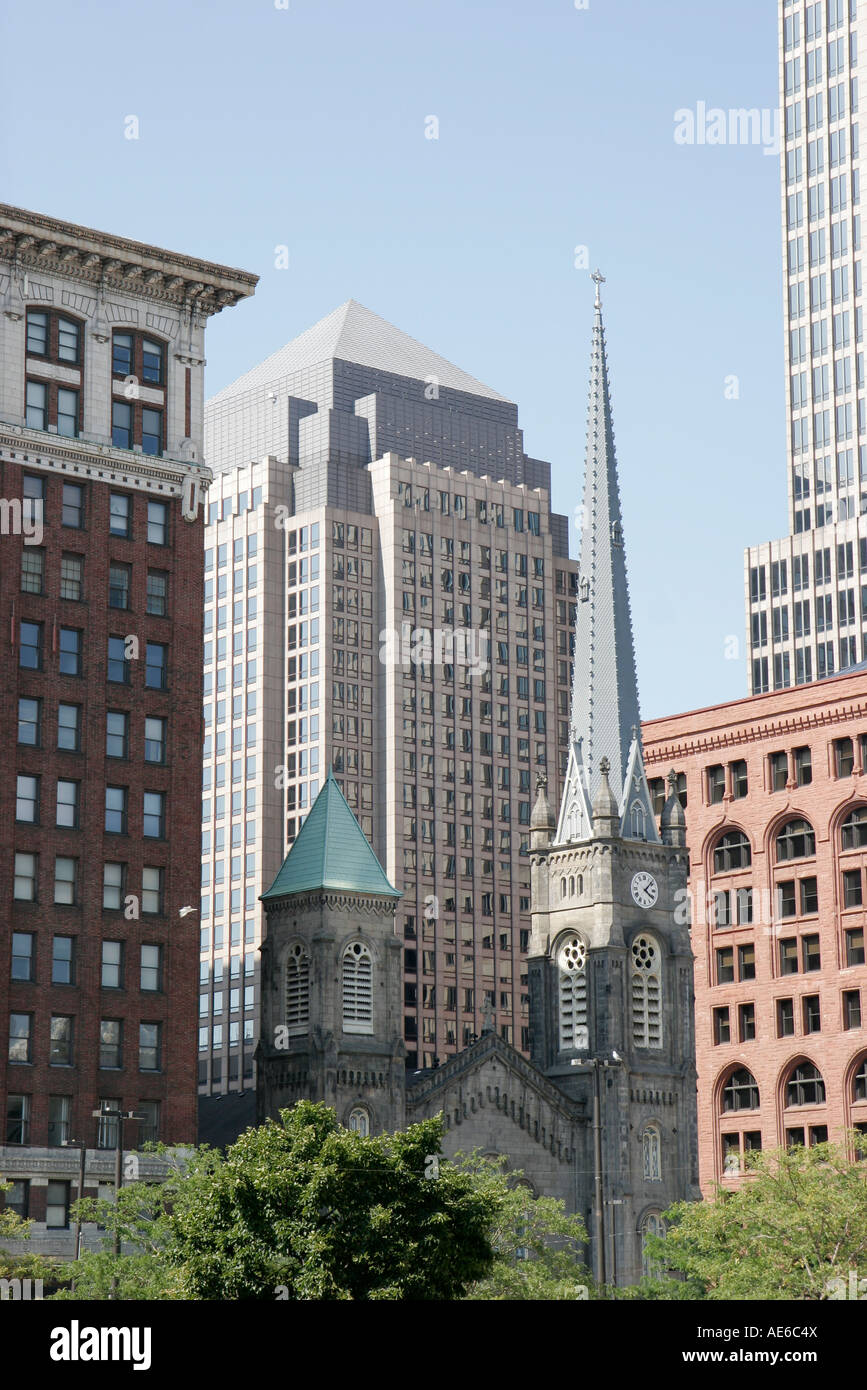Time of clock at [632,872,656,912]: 4:07
